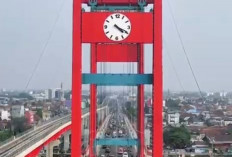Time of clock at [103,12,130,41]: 4:19
